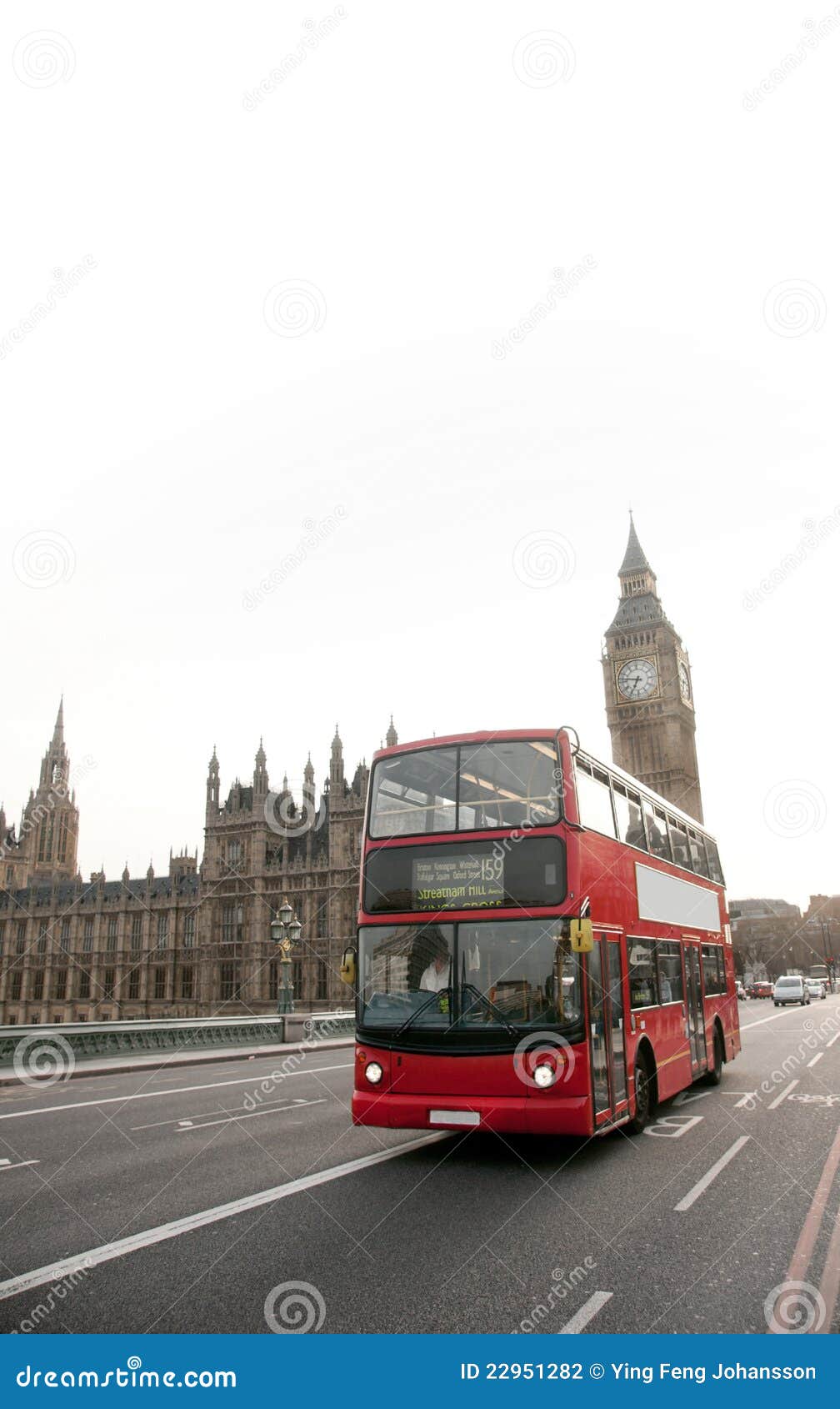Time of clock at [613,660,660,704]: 6:47
